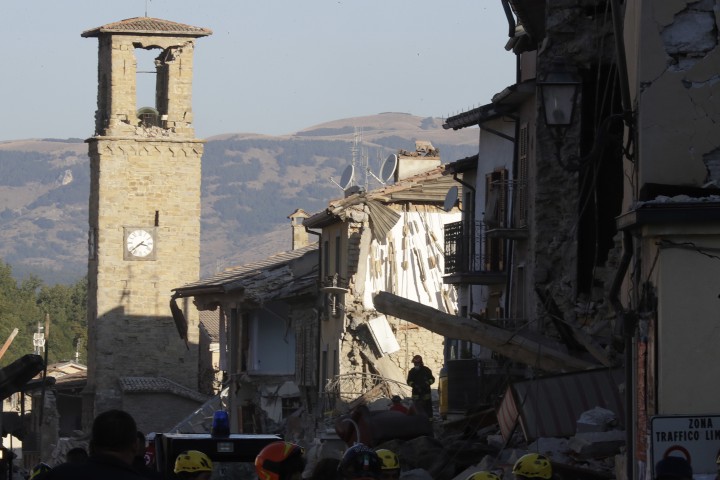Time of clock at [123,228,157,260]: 3:38
